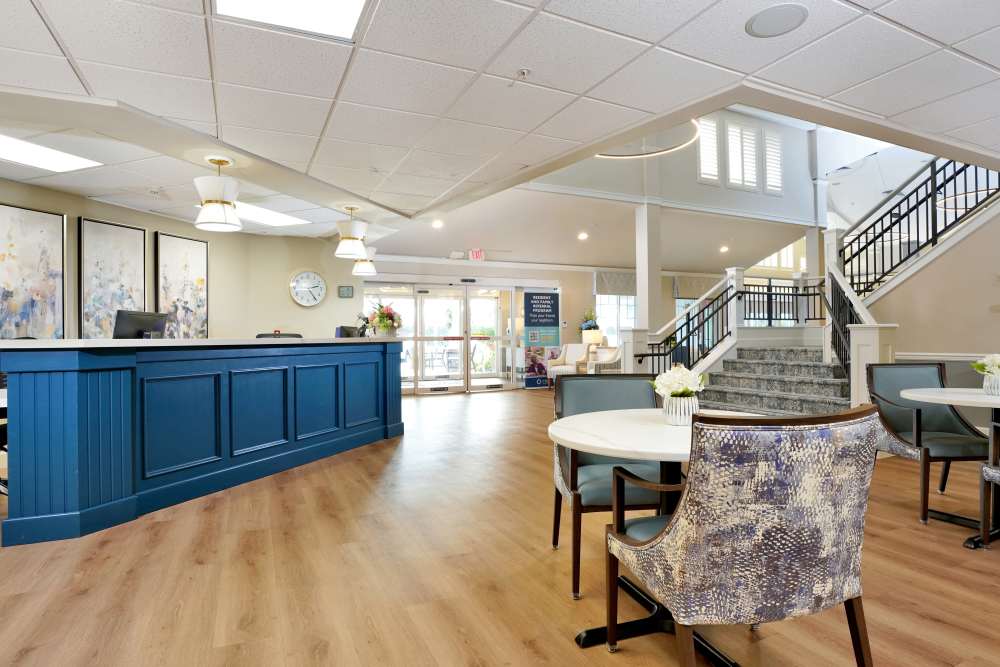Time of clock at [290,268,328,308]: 2:24
